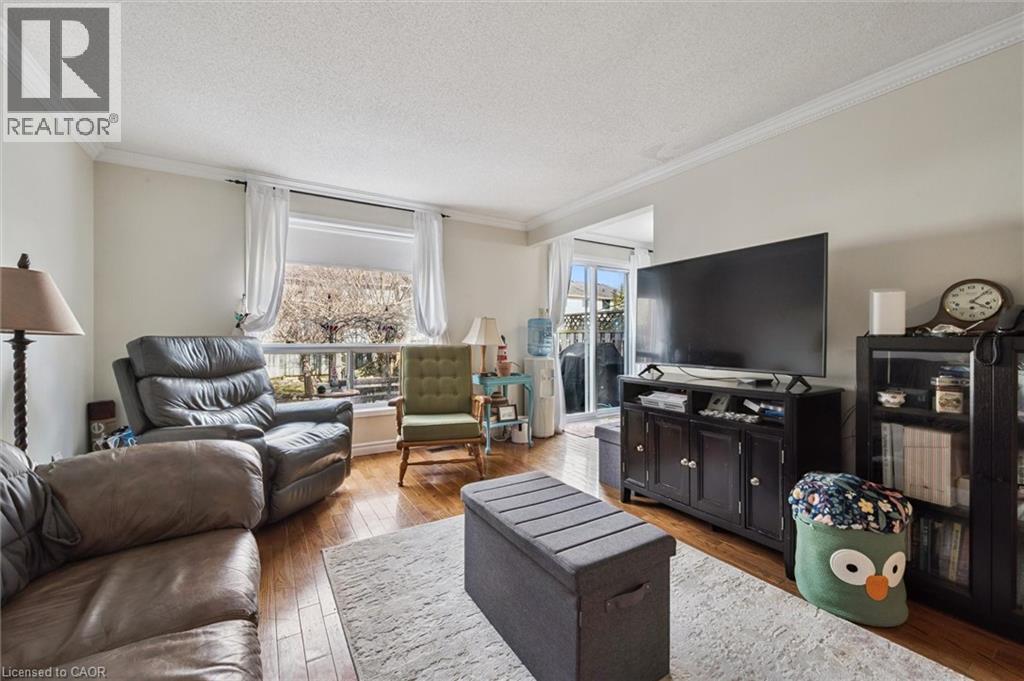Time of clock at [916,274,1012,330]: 4:08
